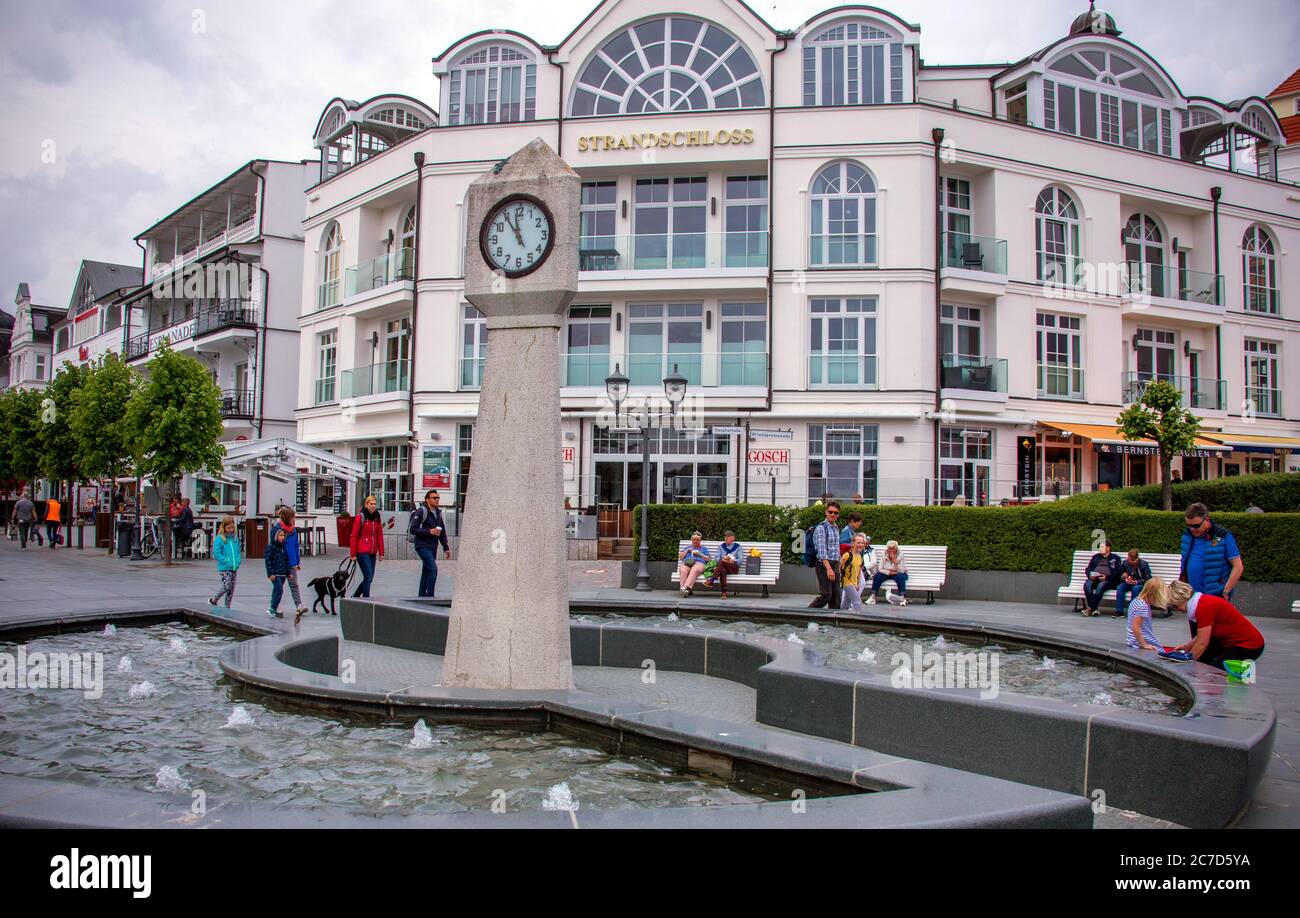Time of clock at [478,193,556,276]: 11:54
